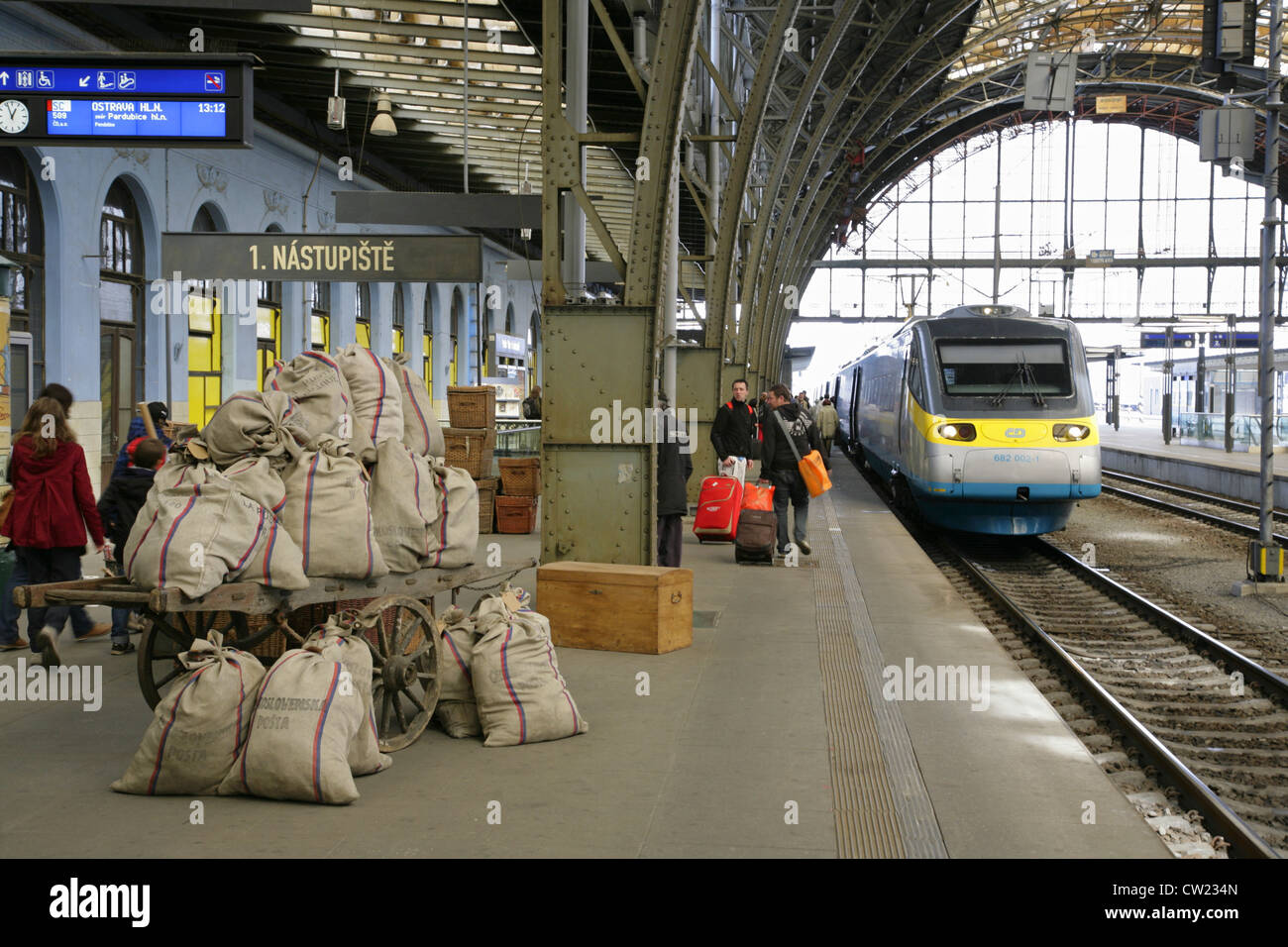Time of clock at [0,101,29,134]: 12:56
